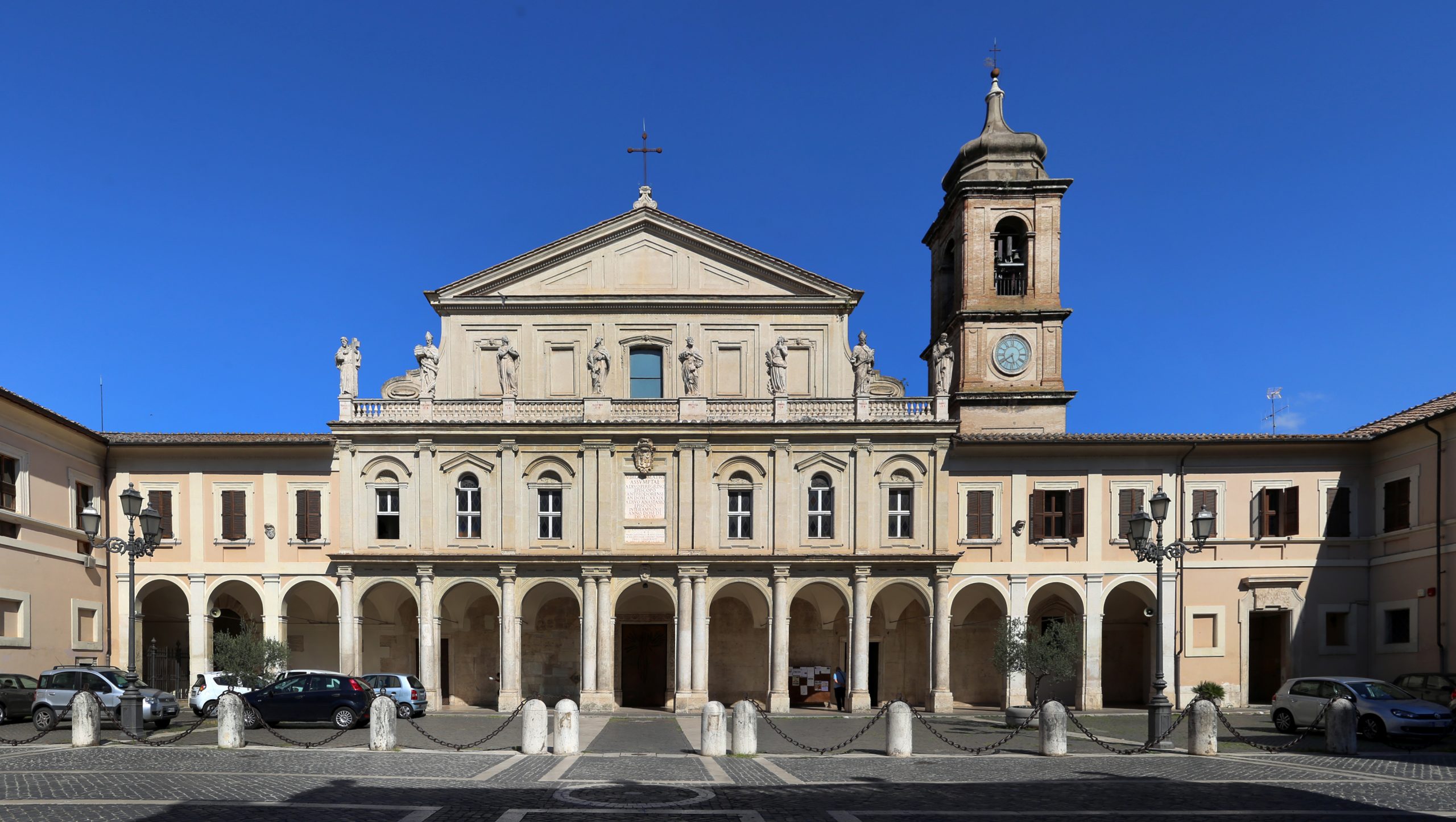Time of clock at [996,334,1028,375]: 5:39
